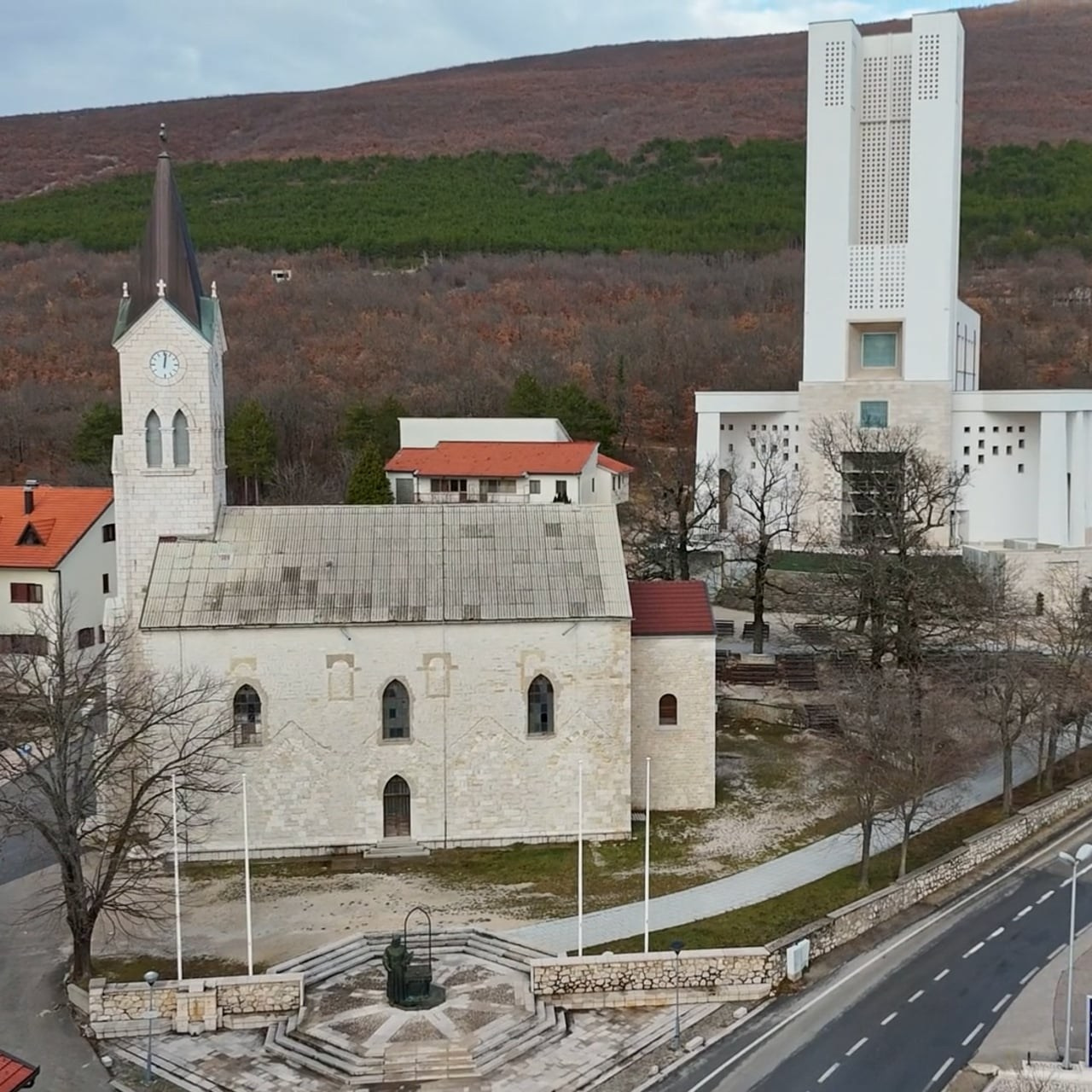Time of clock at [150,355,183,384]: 12:01
